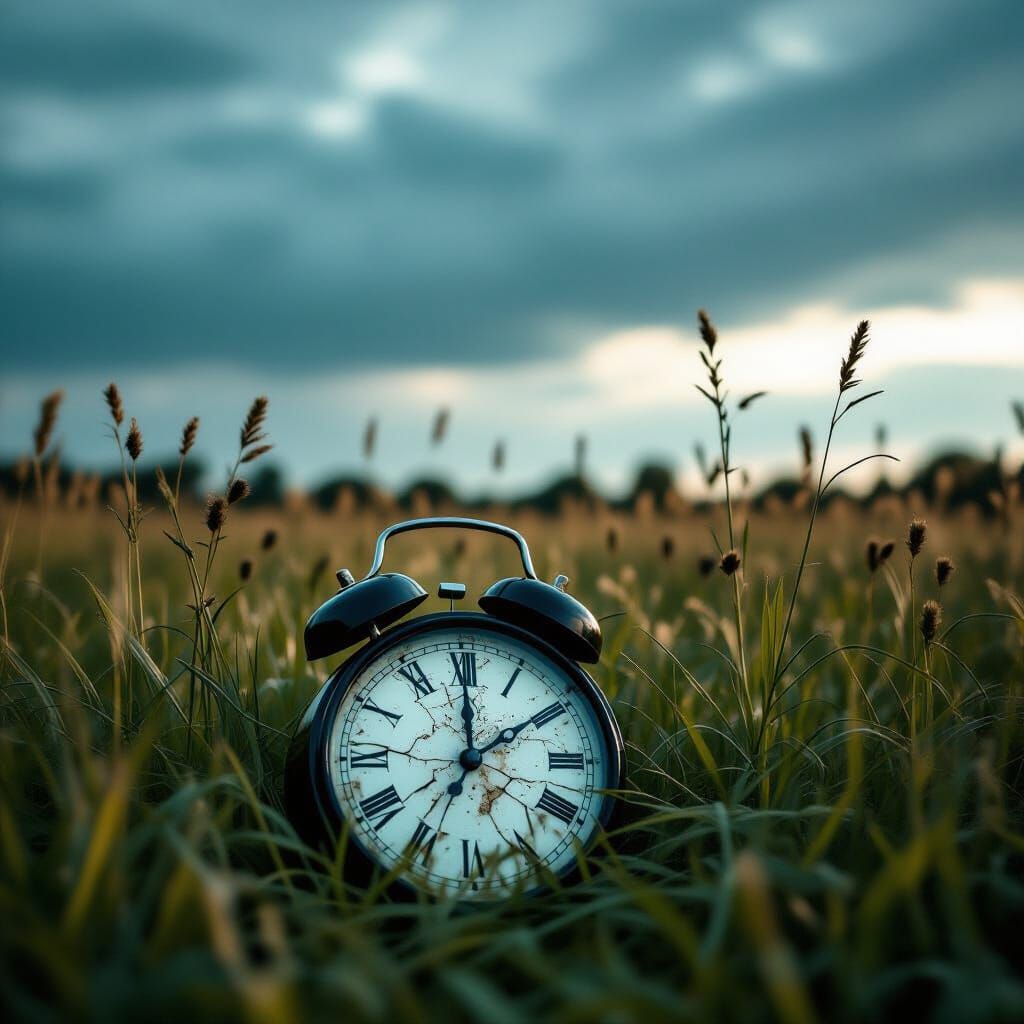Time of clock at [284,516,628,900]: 12:09
